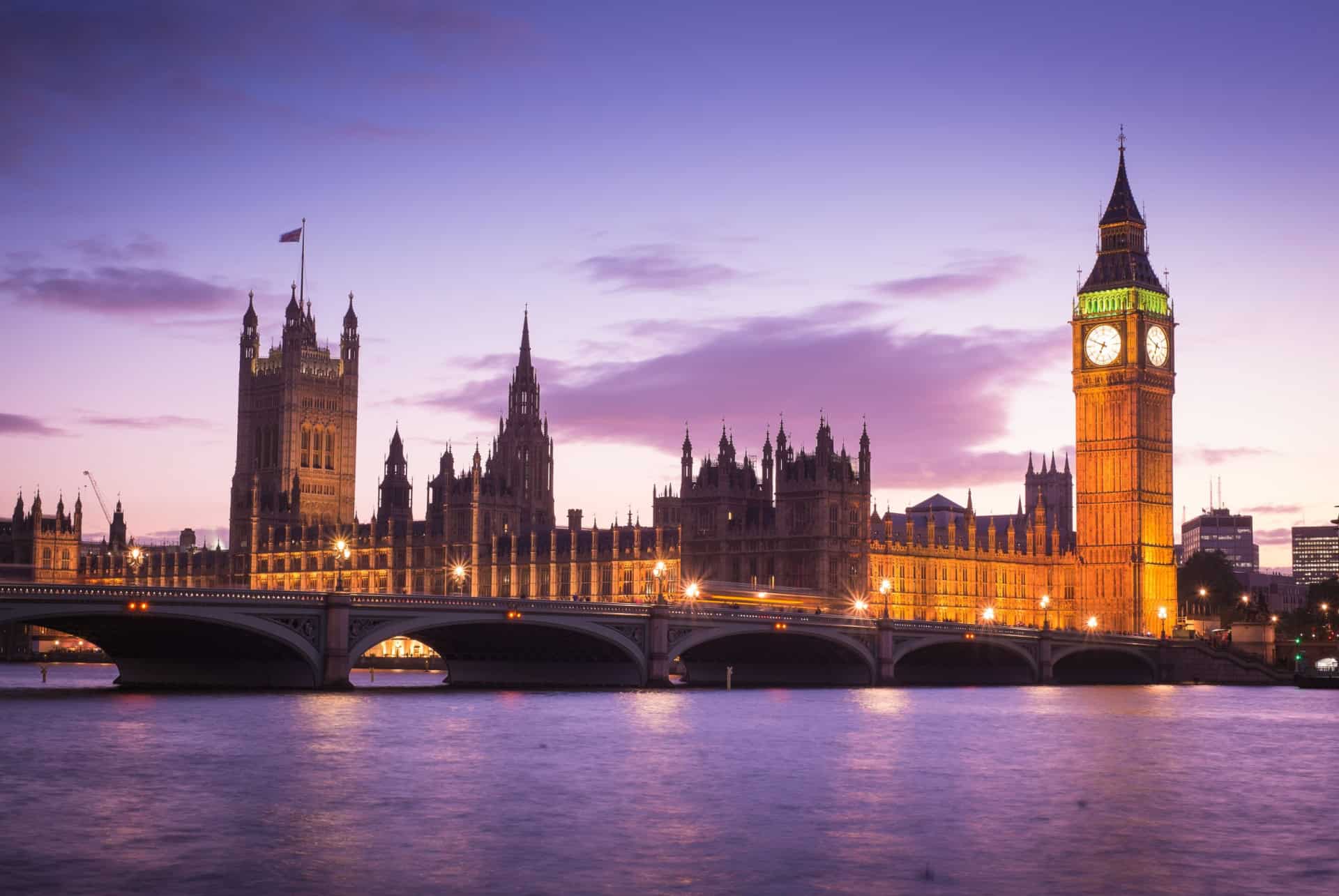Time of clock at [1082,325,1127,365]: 6:49
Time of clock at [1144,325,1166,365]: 6:49
